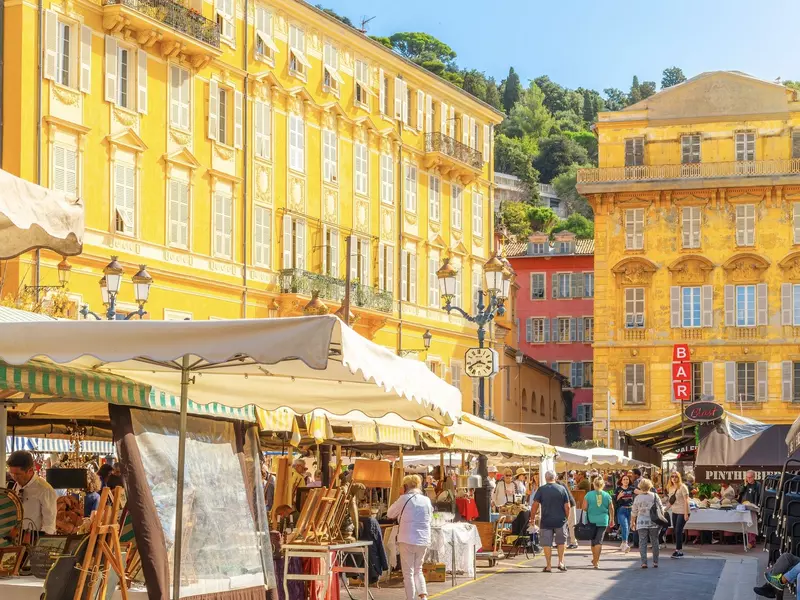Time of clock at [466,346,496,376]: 3:40
